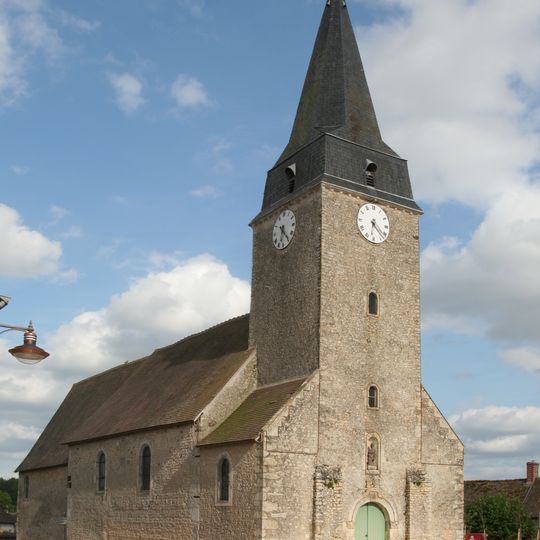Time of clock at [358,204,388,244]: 6:22
